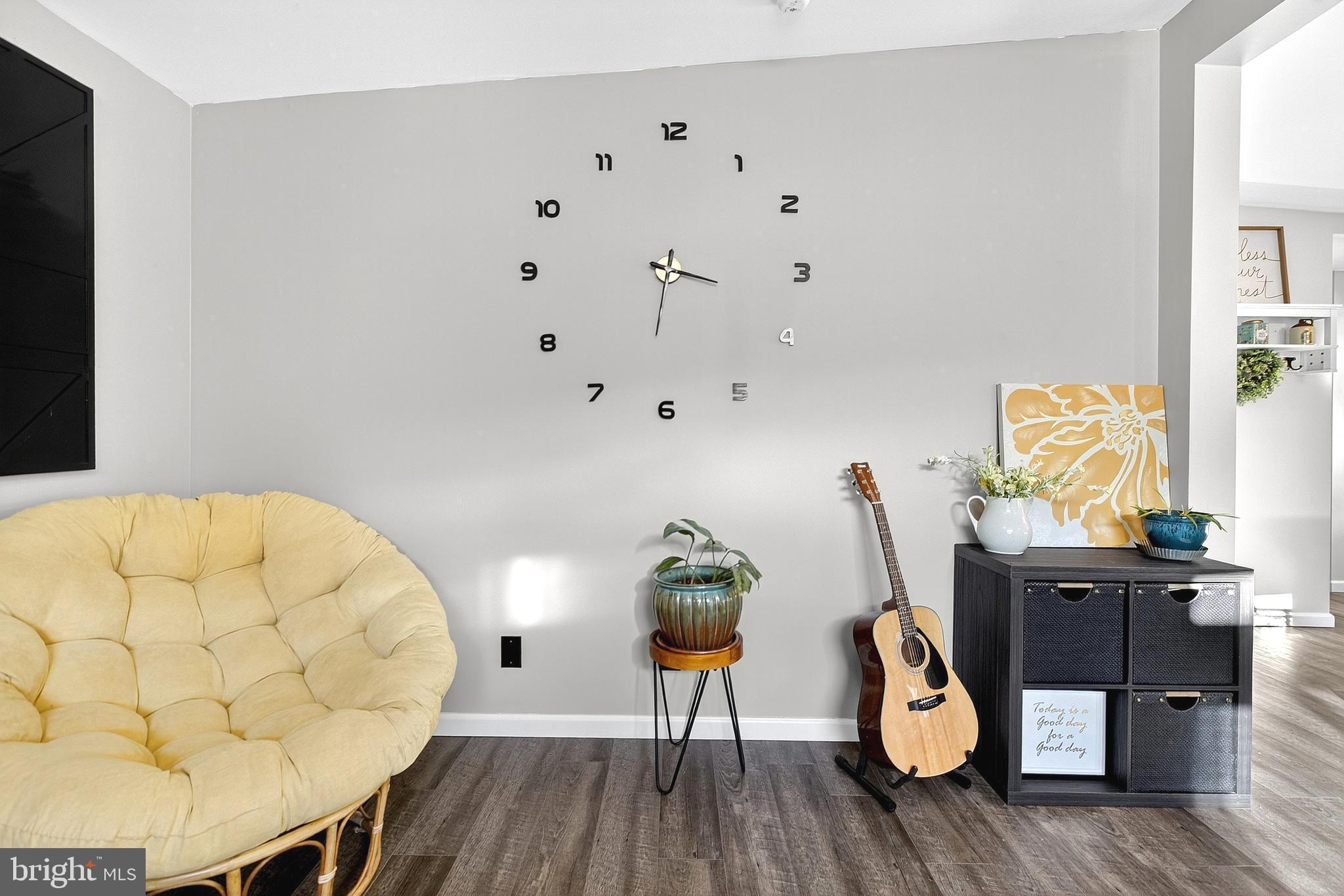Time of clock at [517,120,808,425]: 3:31
